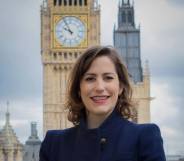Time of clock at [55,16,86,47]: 9:55
